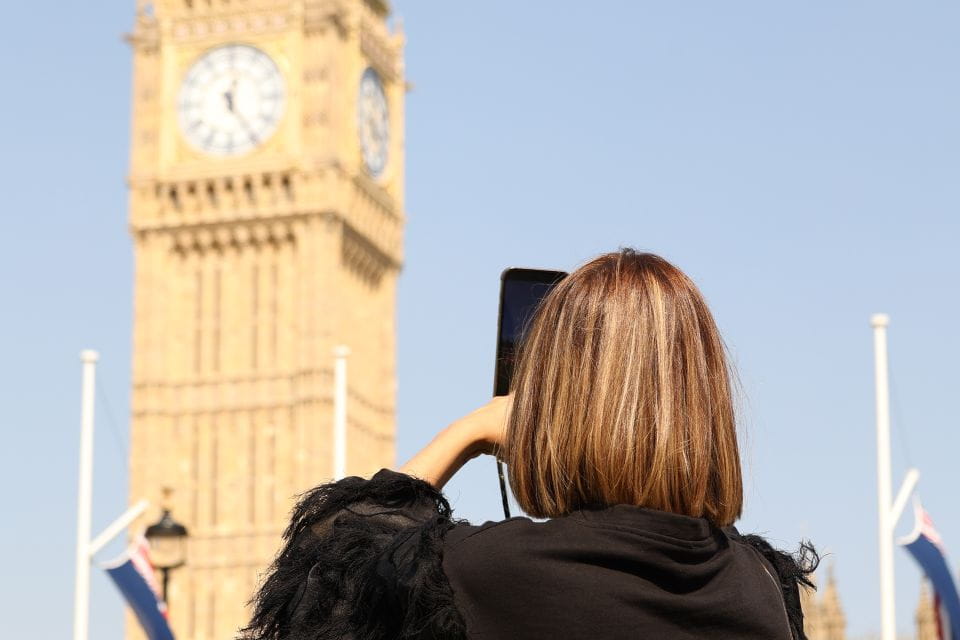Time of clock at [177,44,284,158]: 12:24
